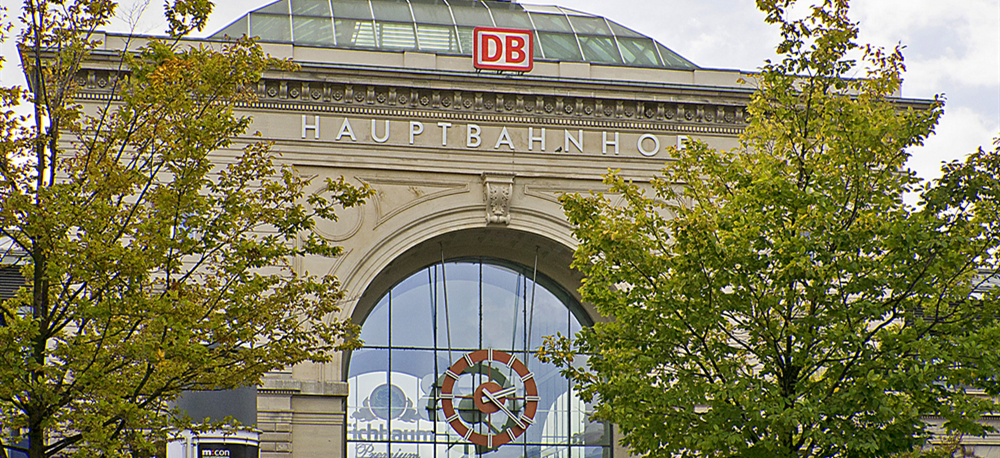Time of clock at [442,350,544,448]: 2:21
